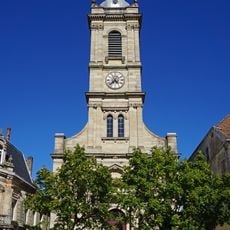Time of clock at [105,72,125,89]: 4:37
